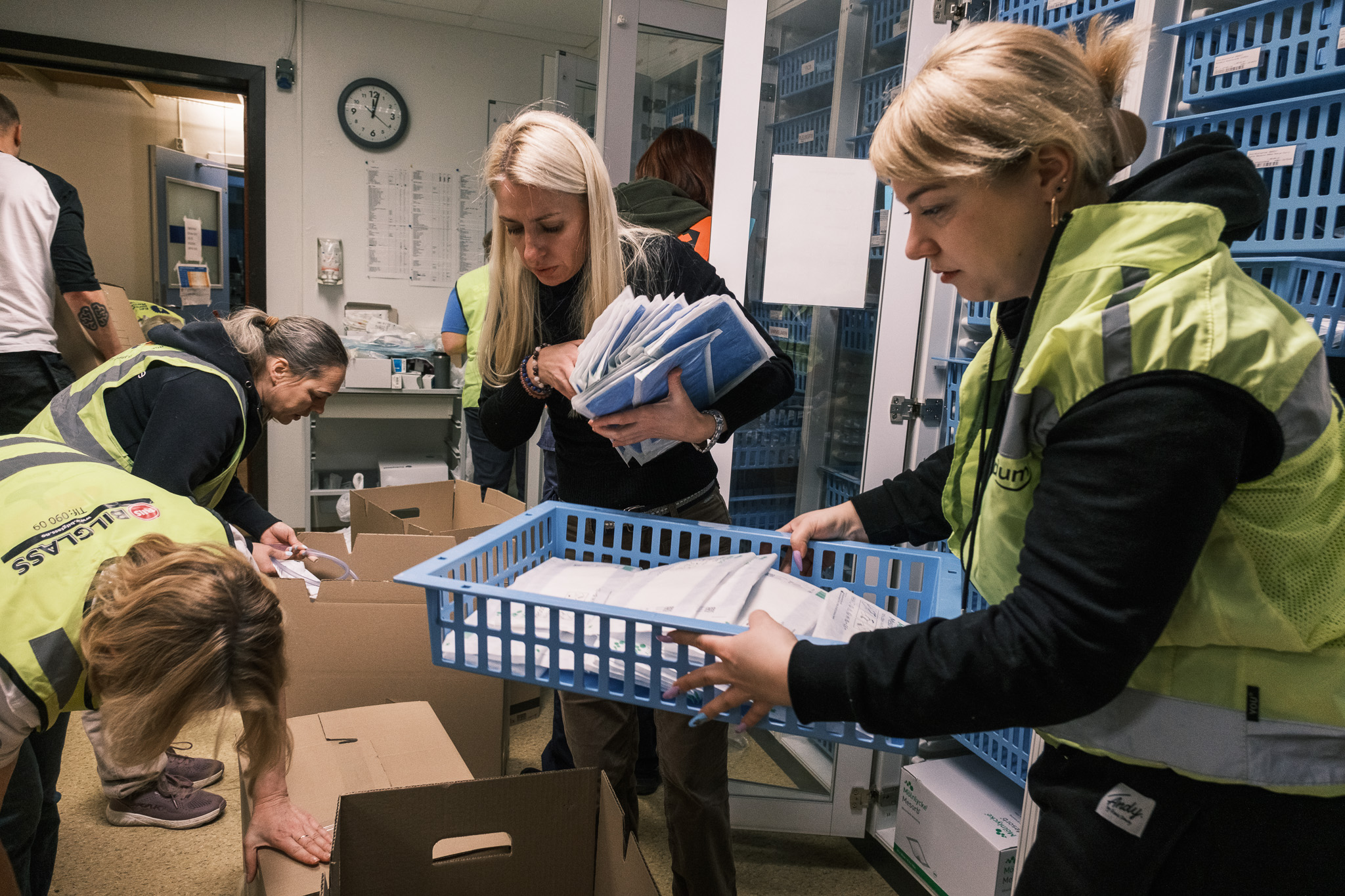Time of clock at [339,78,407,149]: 12:02
